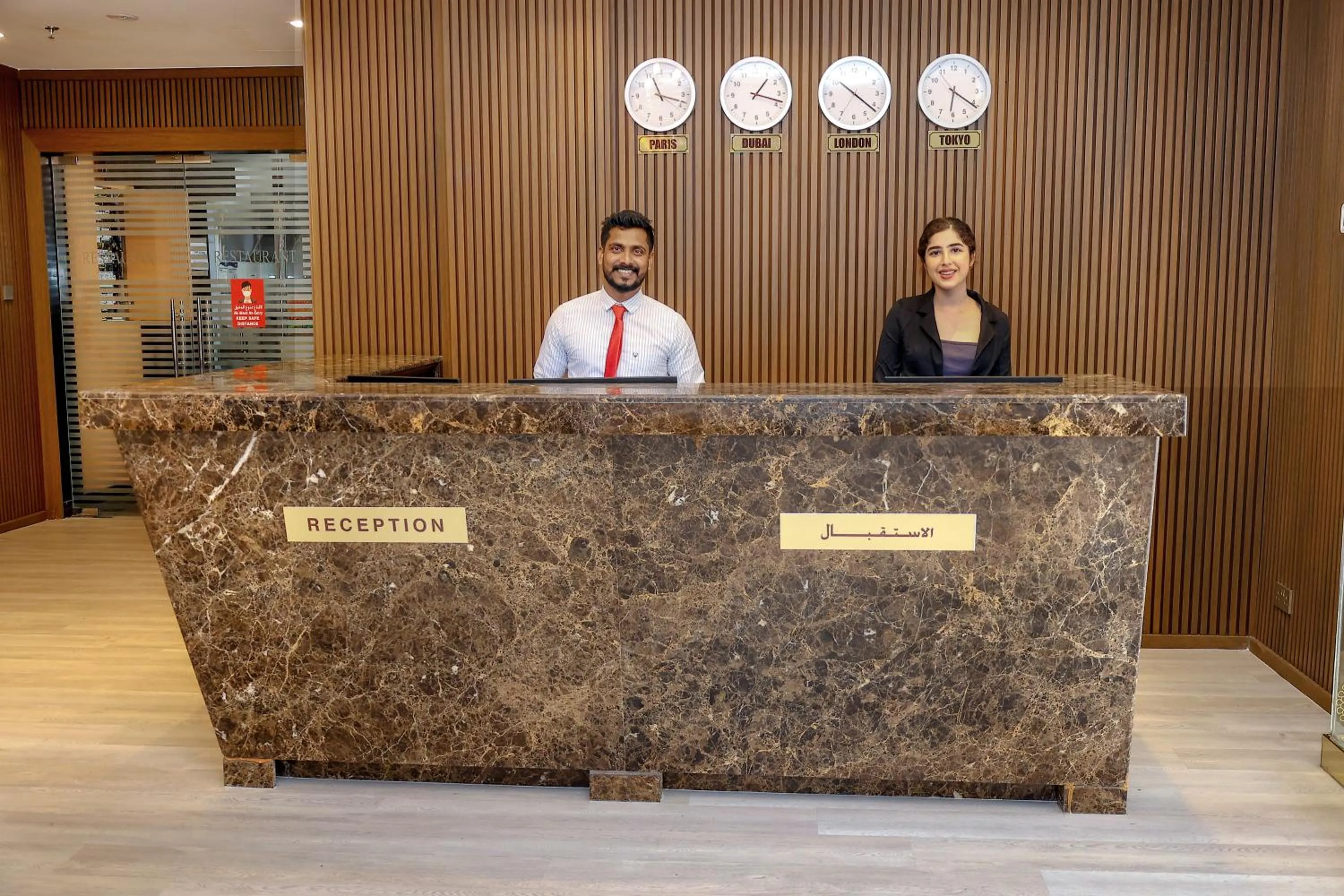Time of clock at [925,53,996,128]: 6:20
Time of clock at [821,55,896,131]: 10:21
